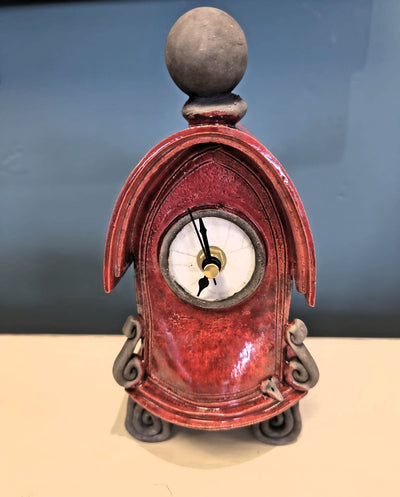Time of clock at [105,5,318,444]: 6:56
